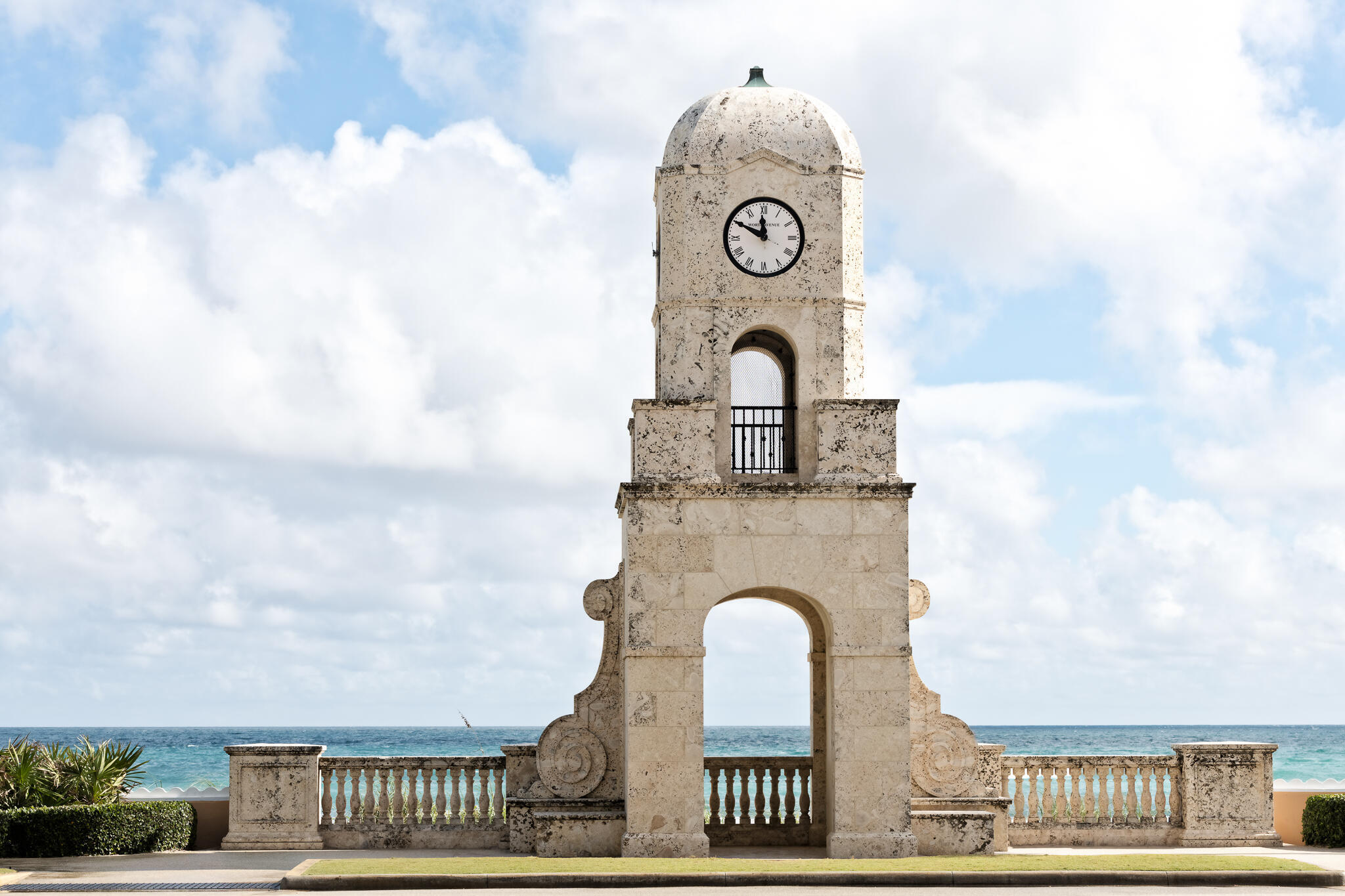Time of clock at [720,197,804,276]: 11:49
